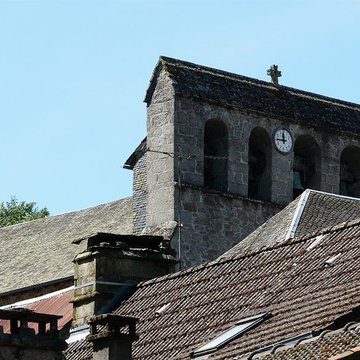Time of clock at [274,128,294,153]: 11:45
